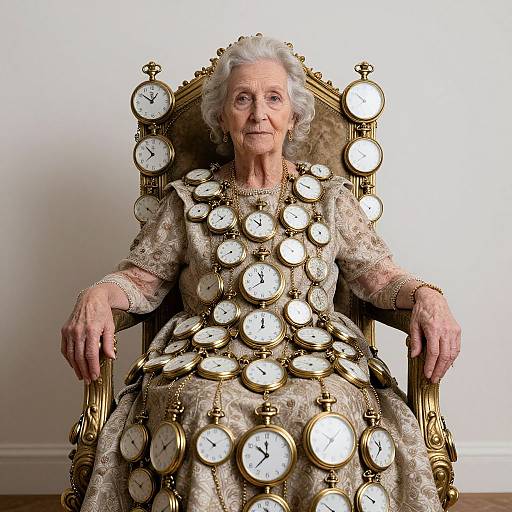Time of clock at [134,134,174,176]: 7:53
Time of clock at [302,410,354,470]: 10:07
